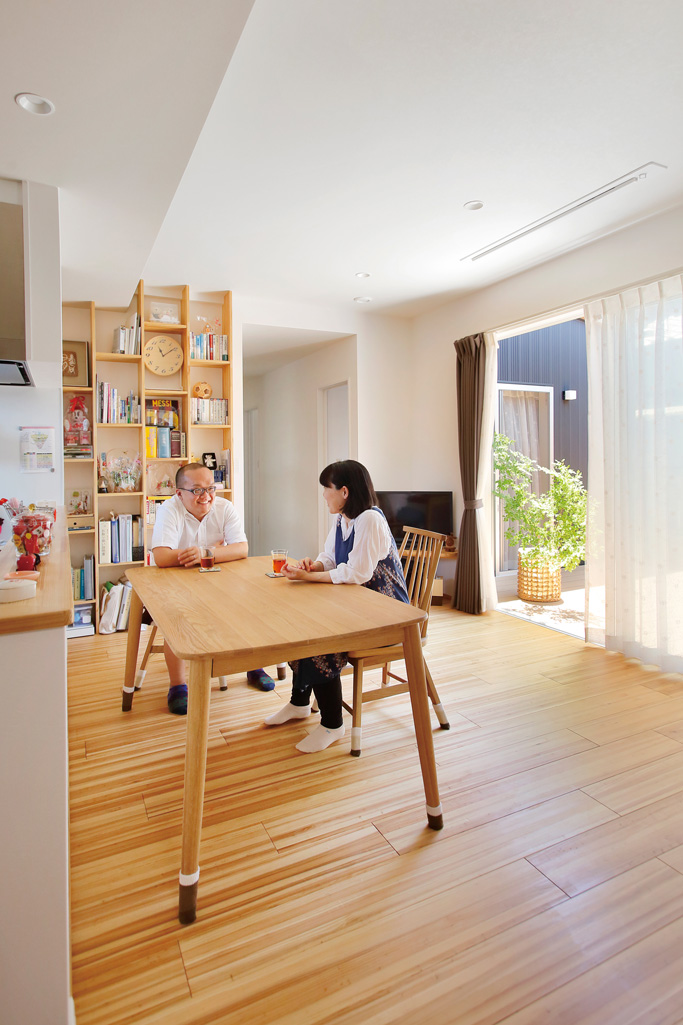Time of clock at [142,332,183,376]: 11:09
